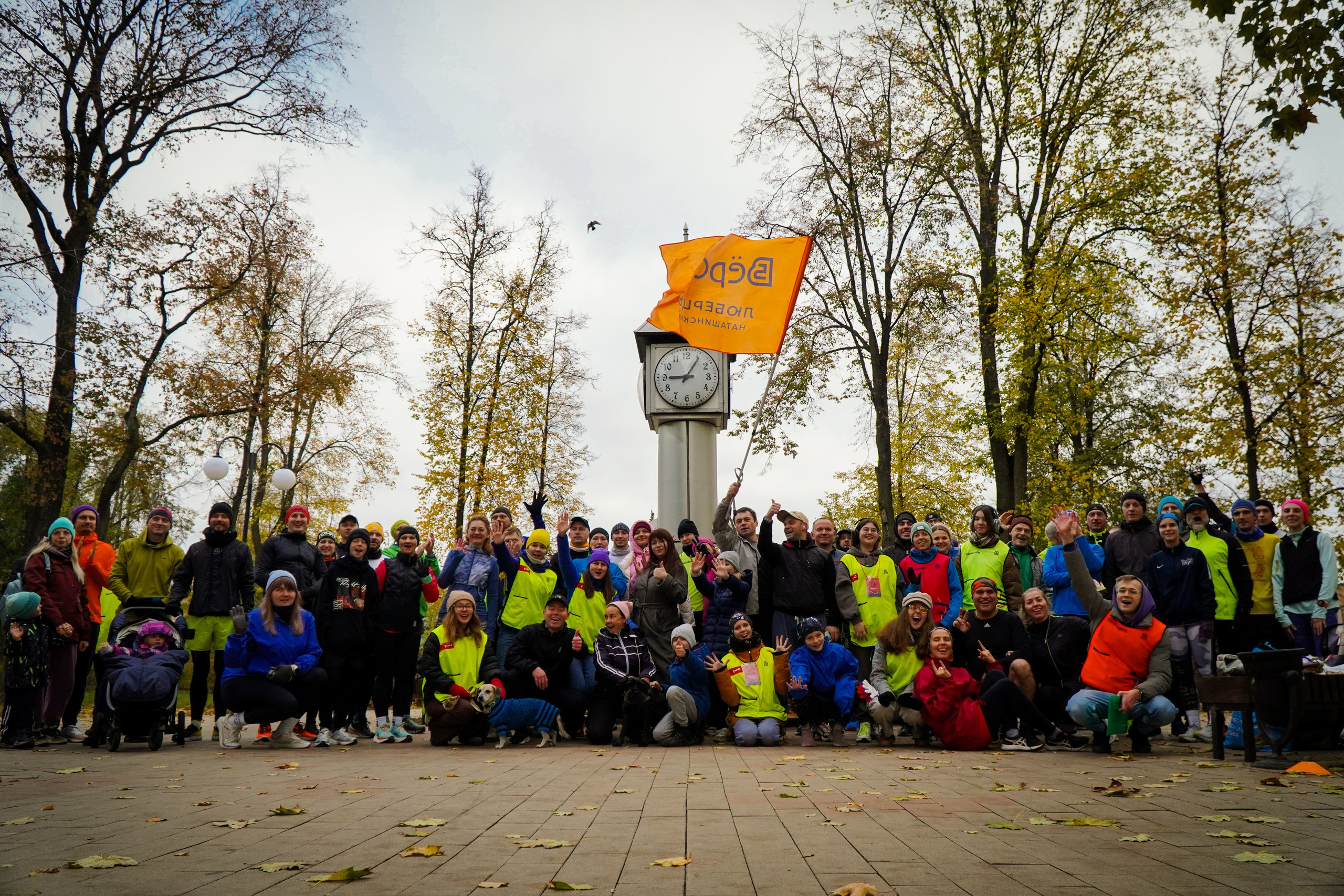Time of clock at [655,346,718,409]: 9:05
